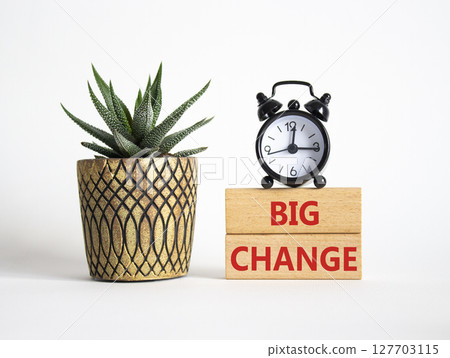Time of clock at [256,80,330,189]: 3:01
